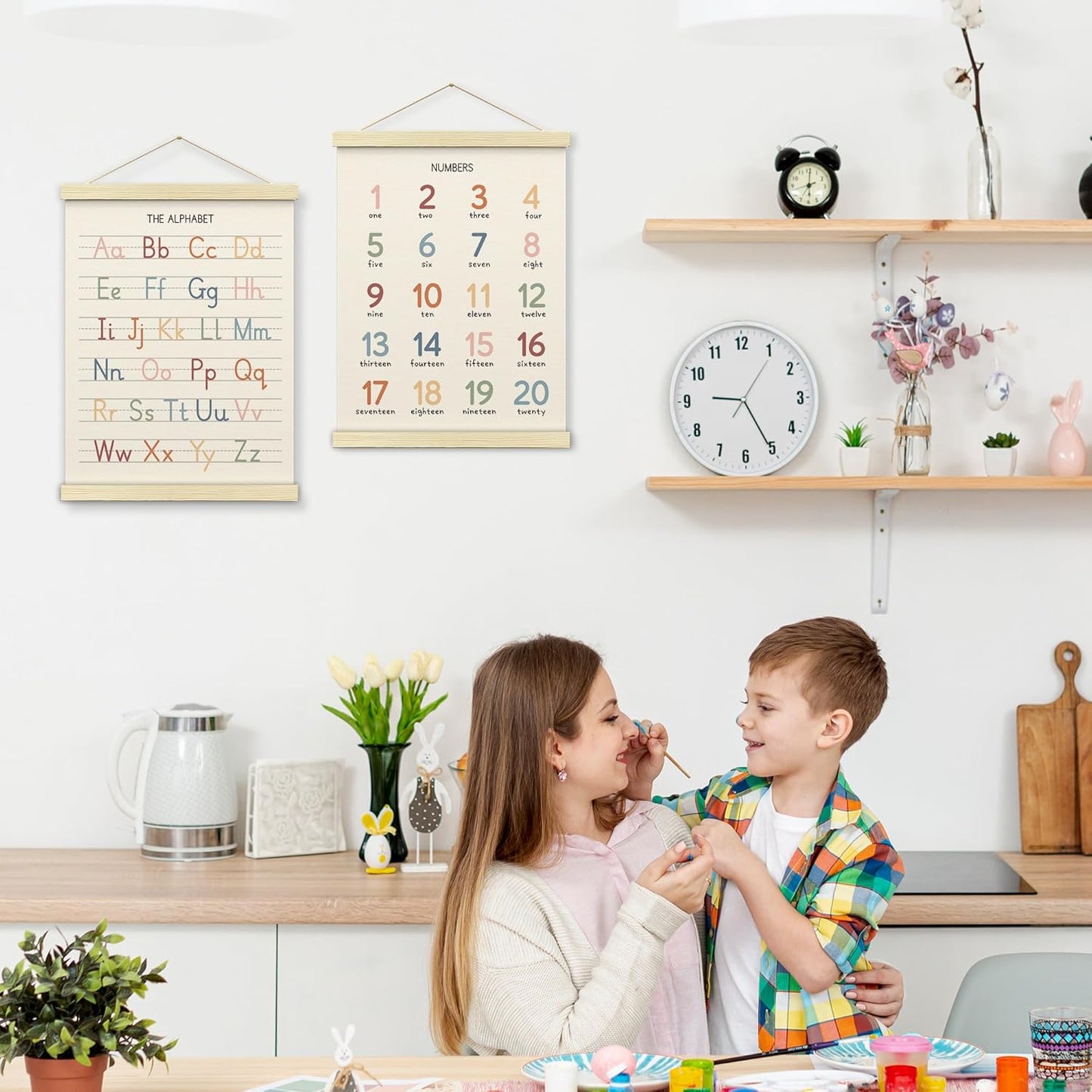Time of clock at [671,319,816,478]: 9:25
